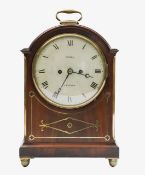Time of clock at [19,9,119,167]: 3:34
